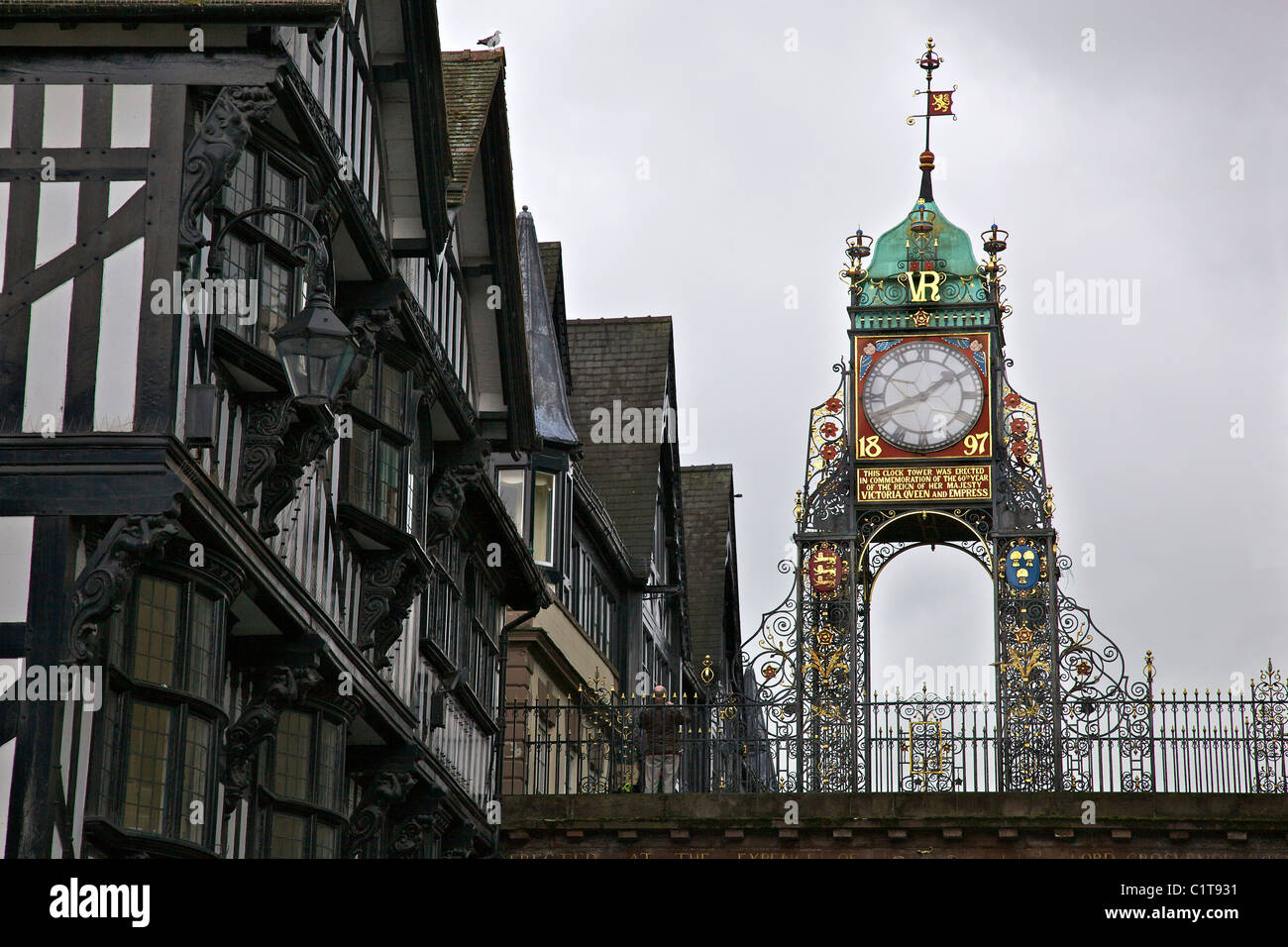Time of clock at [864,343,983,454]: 1:41
